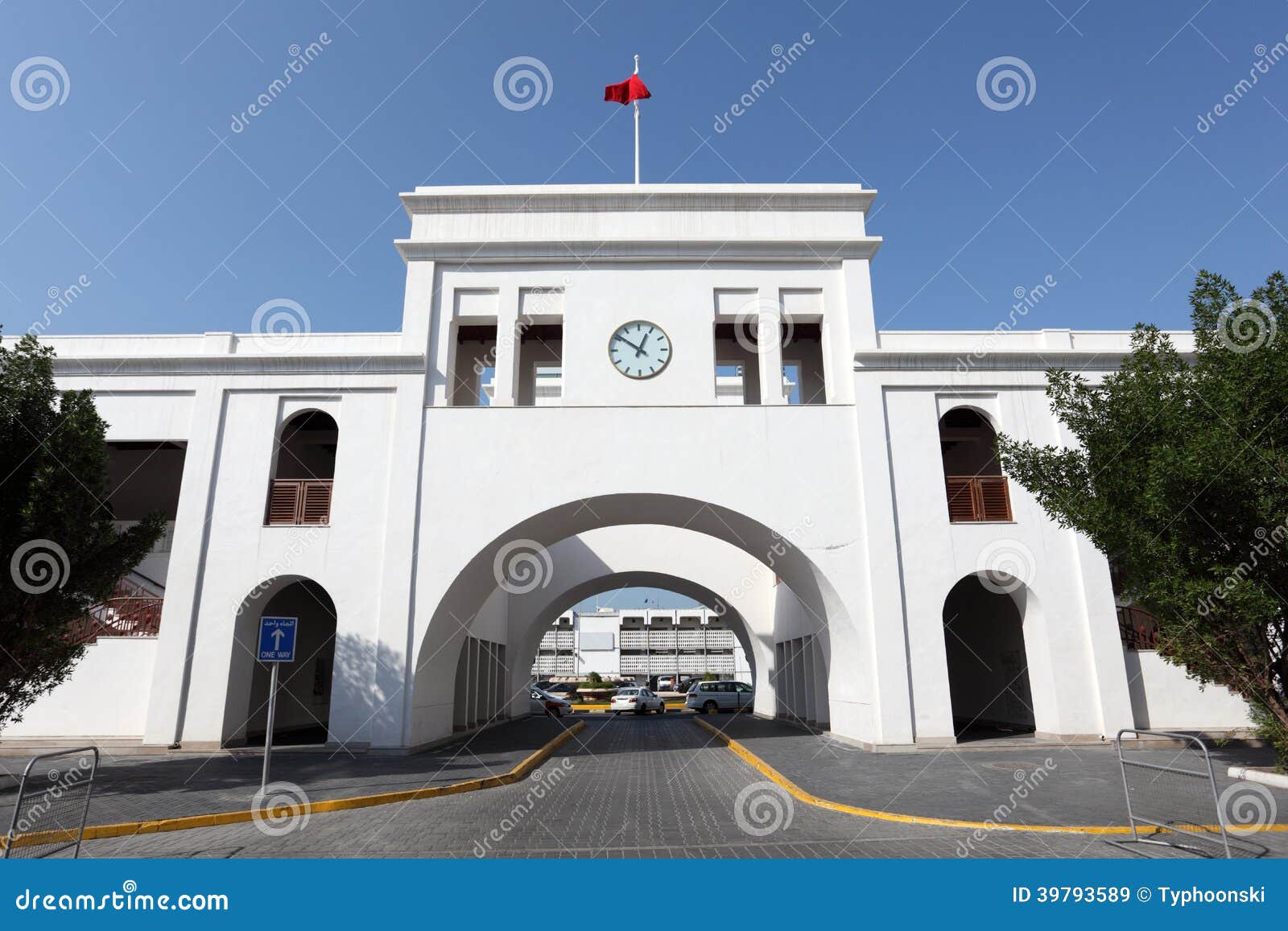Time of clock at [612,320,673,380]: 12:51
